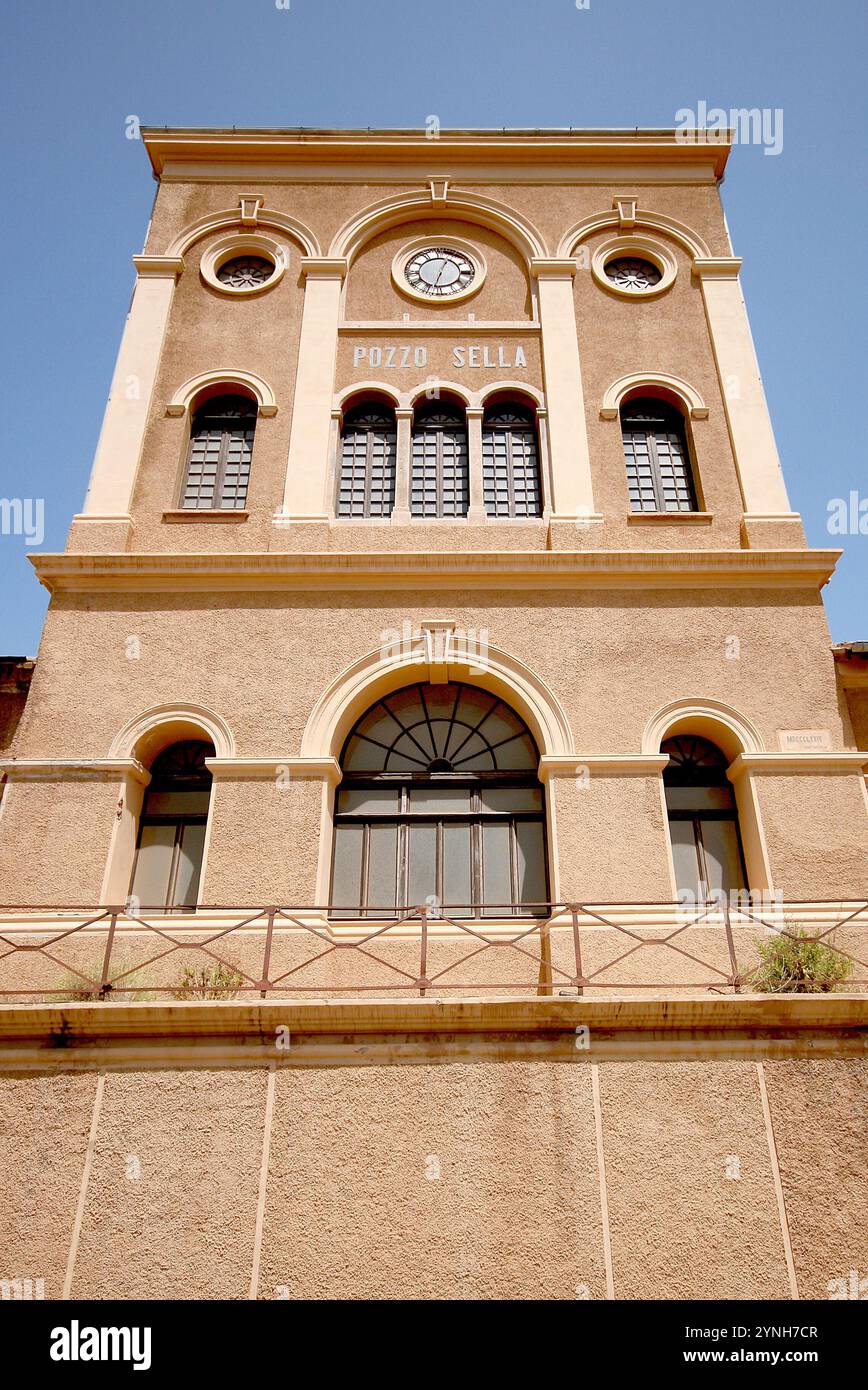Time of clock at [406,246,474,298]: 12:32
